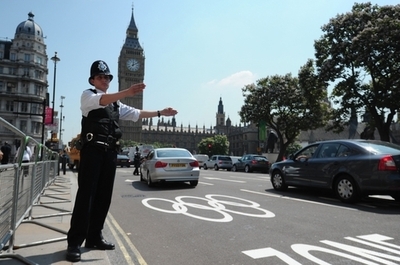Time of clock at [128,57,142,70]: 12:09
